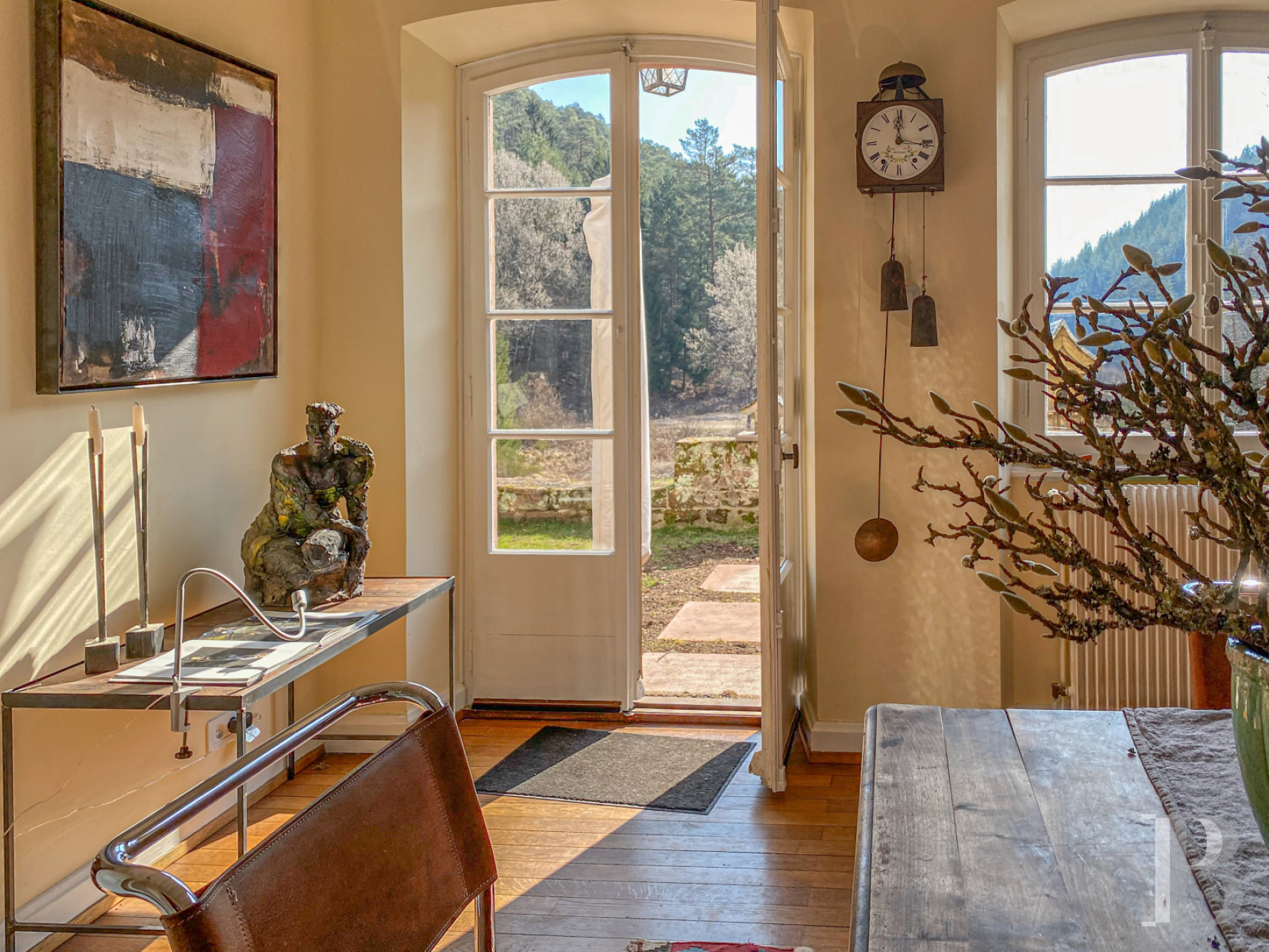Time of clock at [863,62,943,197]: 12:16
